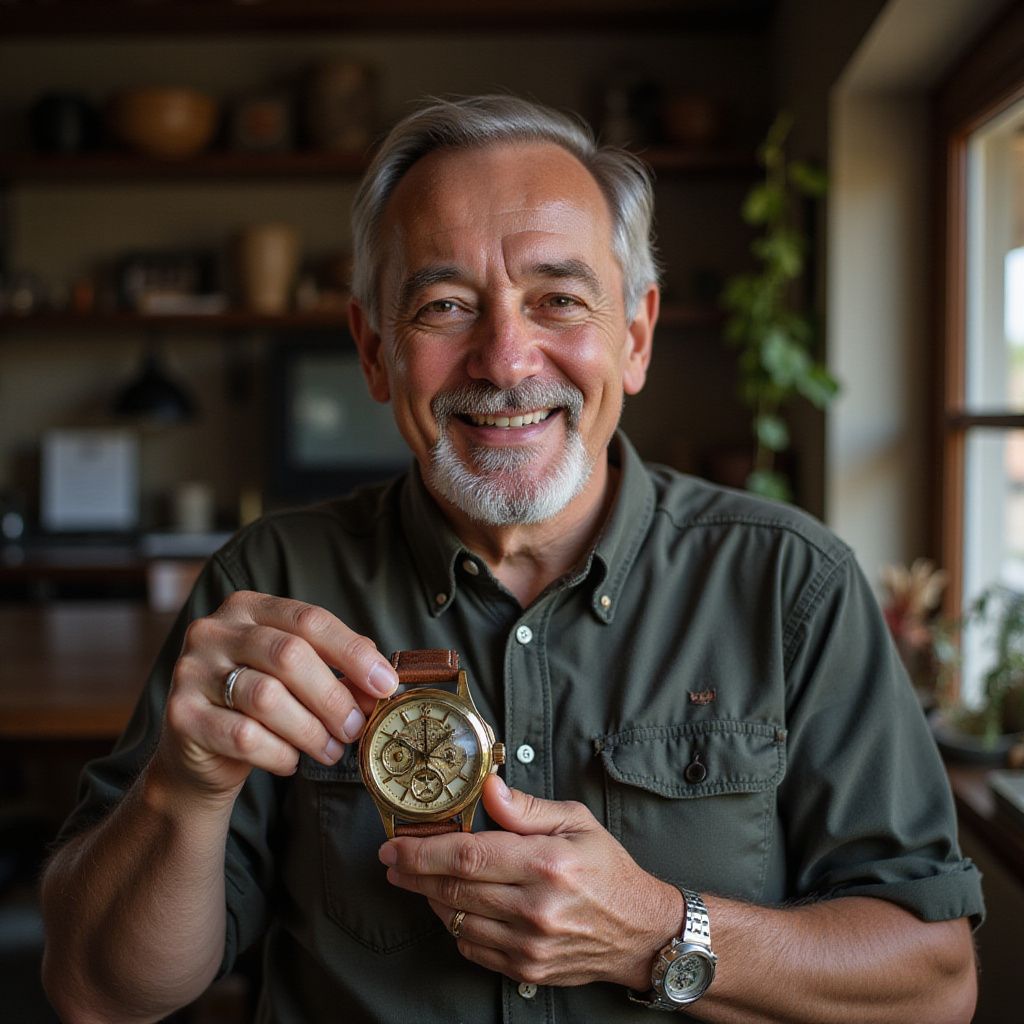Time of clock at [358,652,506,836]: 10:00
